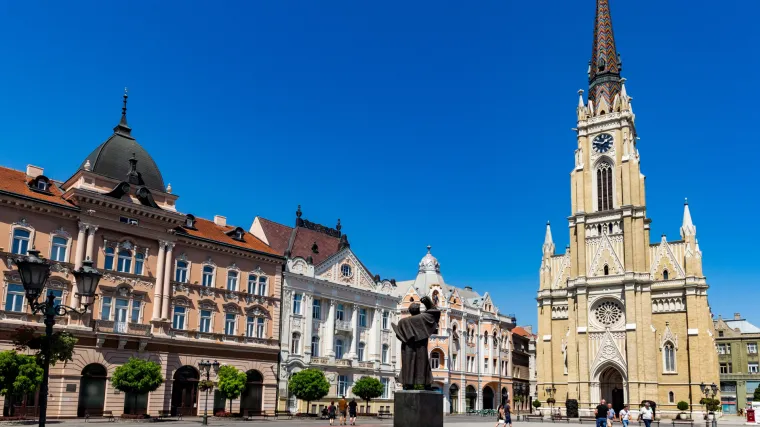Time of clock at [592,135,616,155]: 1:46
